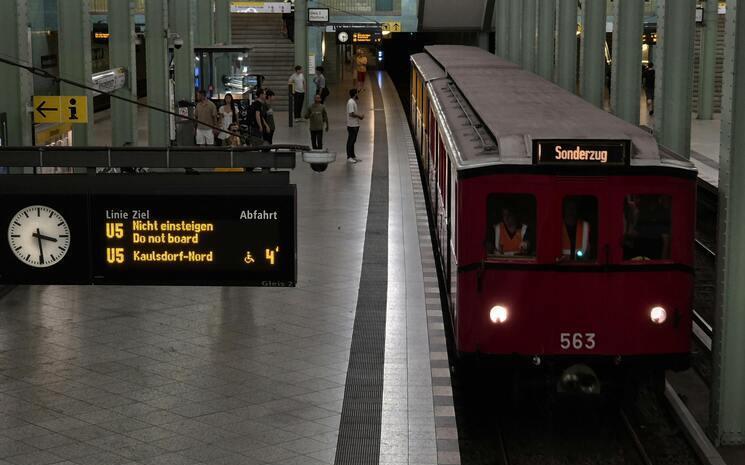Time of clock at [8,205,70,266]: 3:29
